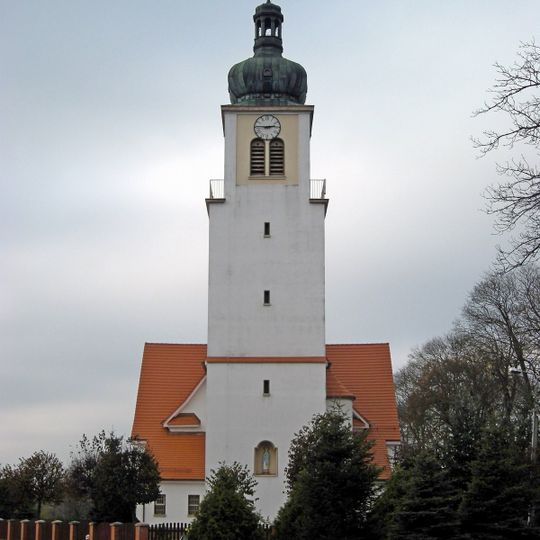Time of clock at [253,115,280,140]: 2:45
